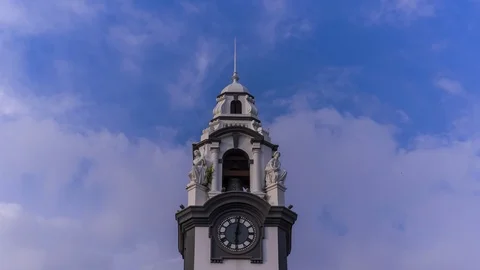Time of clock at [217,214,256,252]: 6:01
